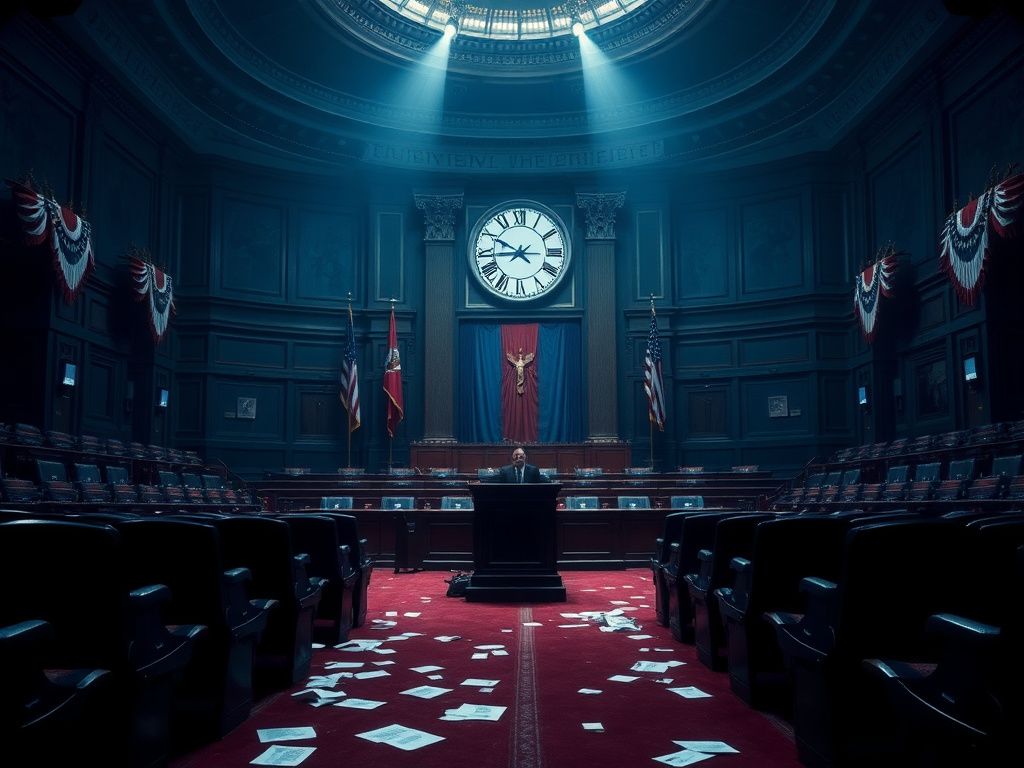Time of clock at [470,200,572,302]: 8:49
